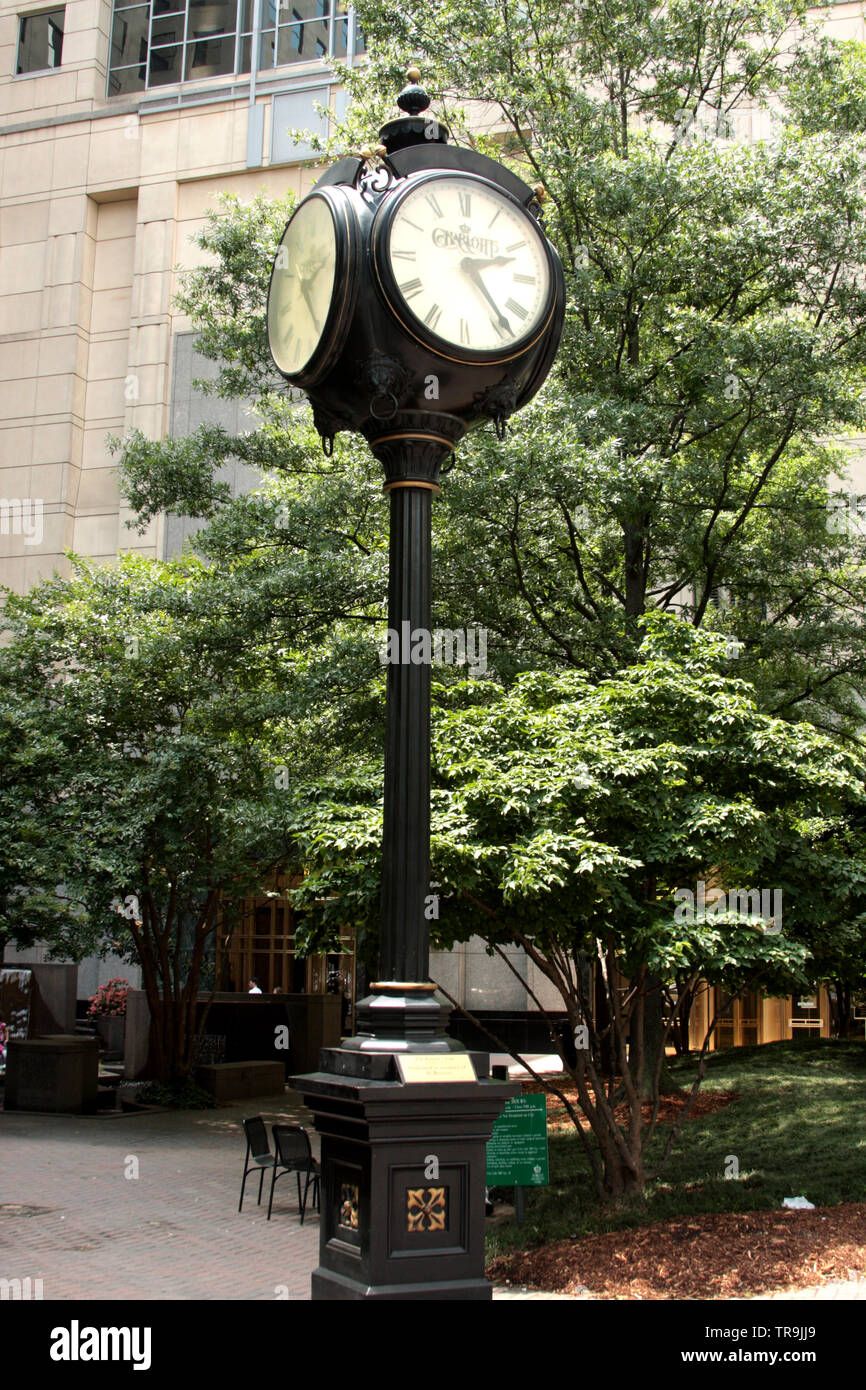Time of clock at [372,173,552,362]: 2:23
